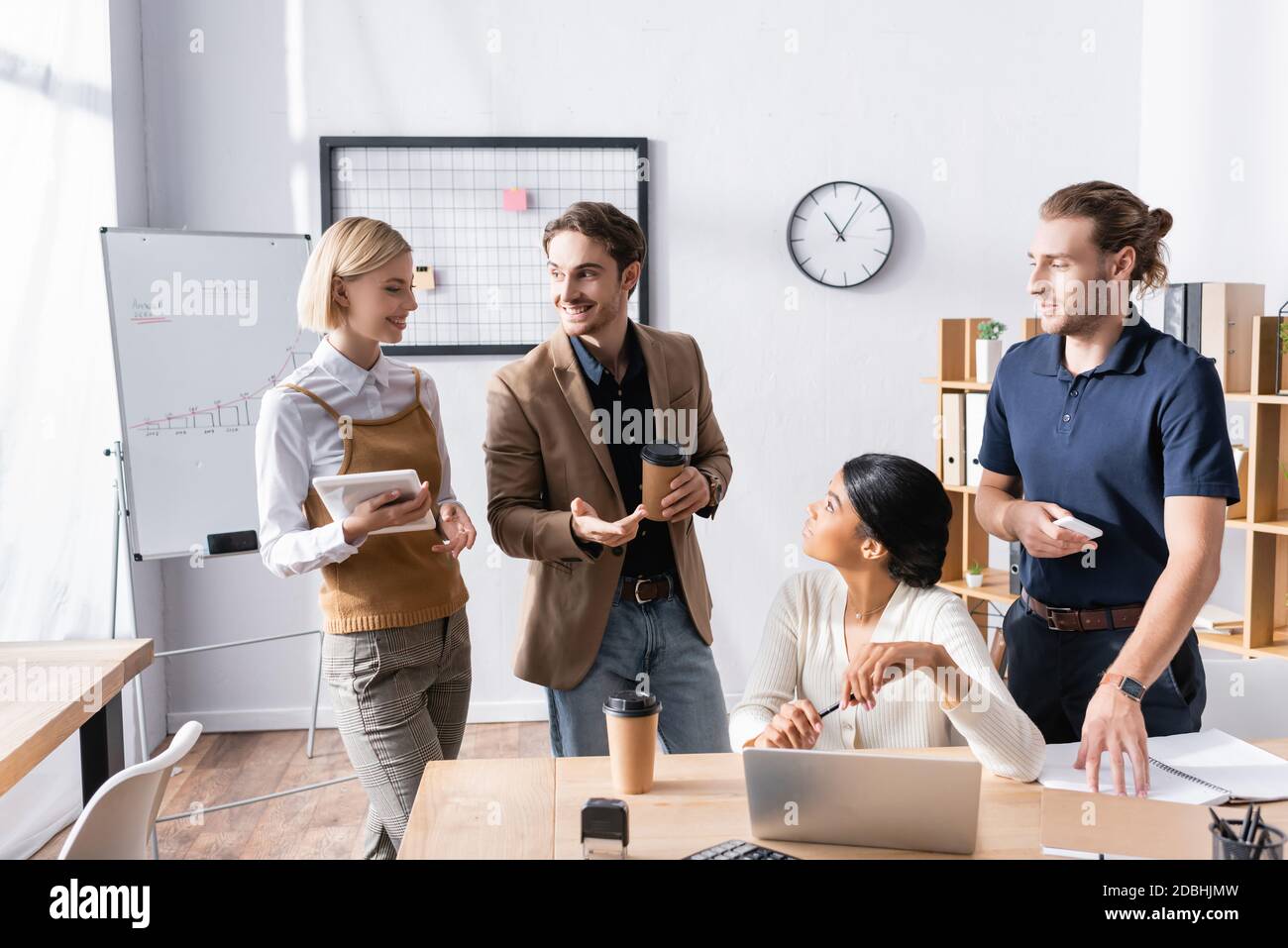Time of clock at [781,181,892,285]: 11:06
